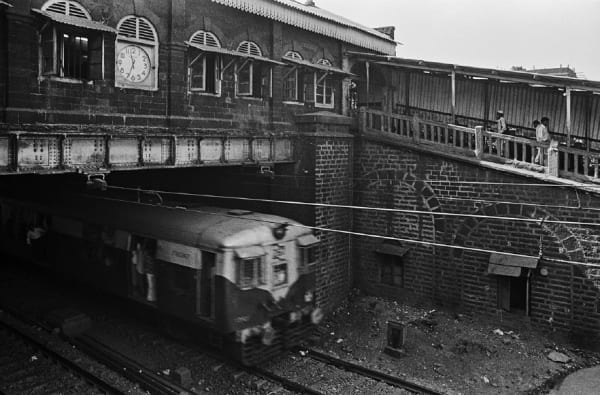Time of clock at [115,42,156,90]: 11:33
